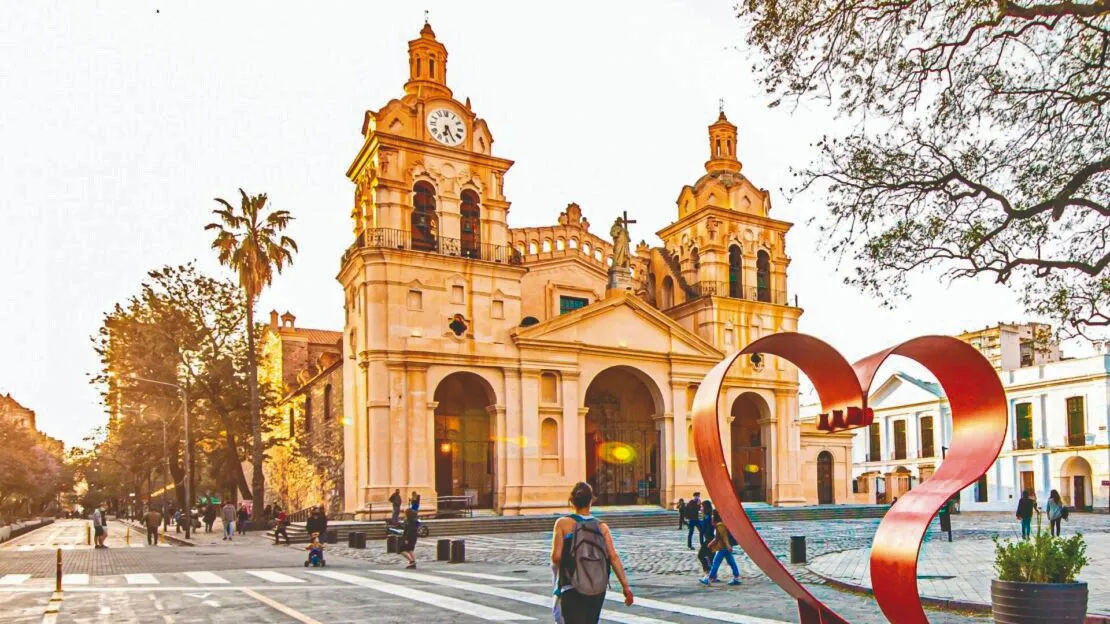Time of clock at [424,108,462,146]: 6:25
